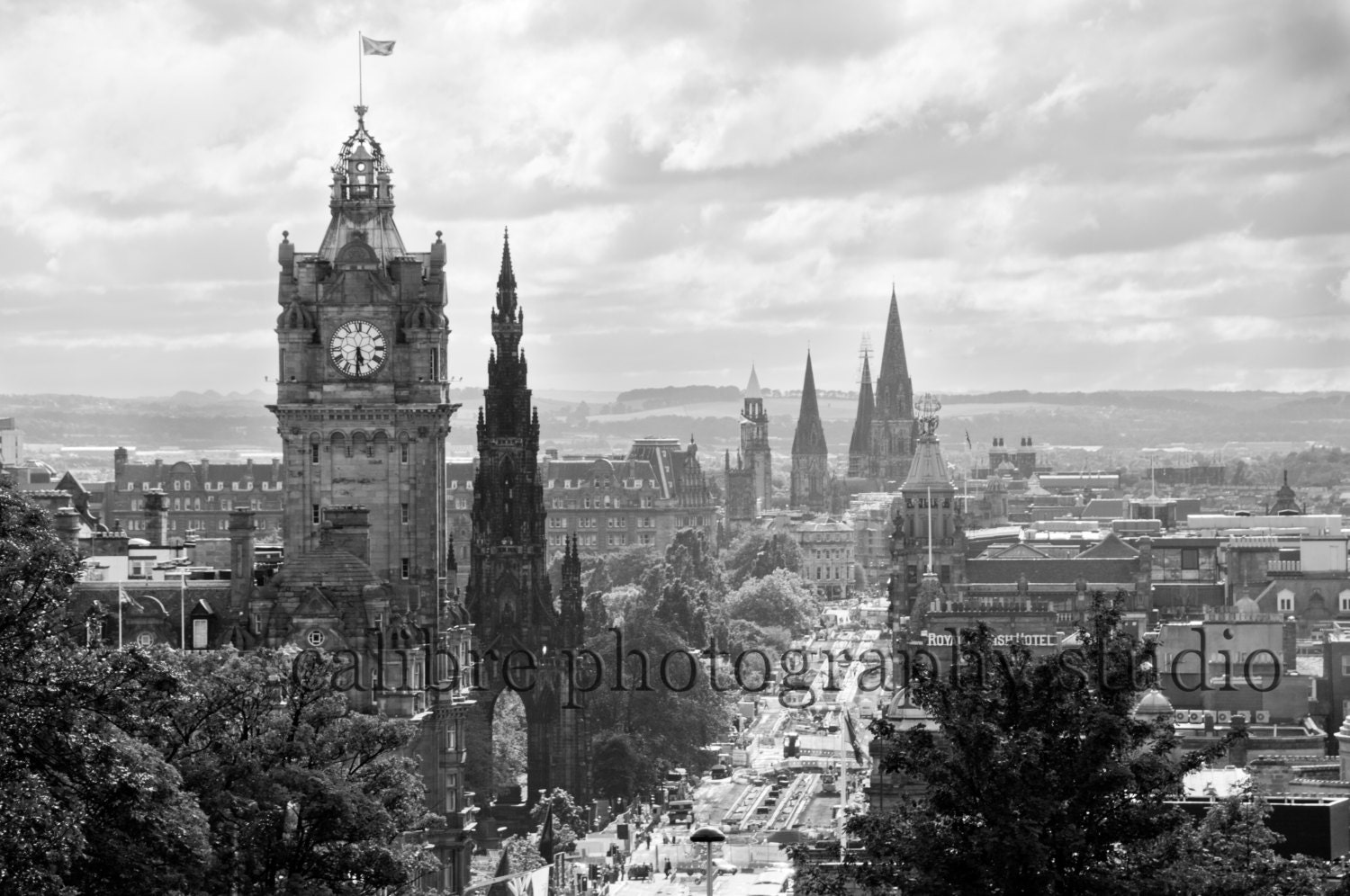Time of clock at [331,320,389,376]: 5:30
